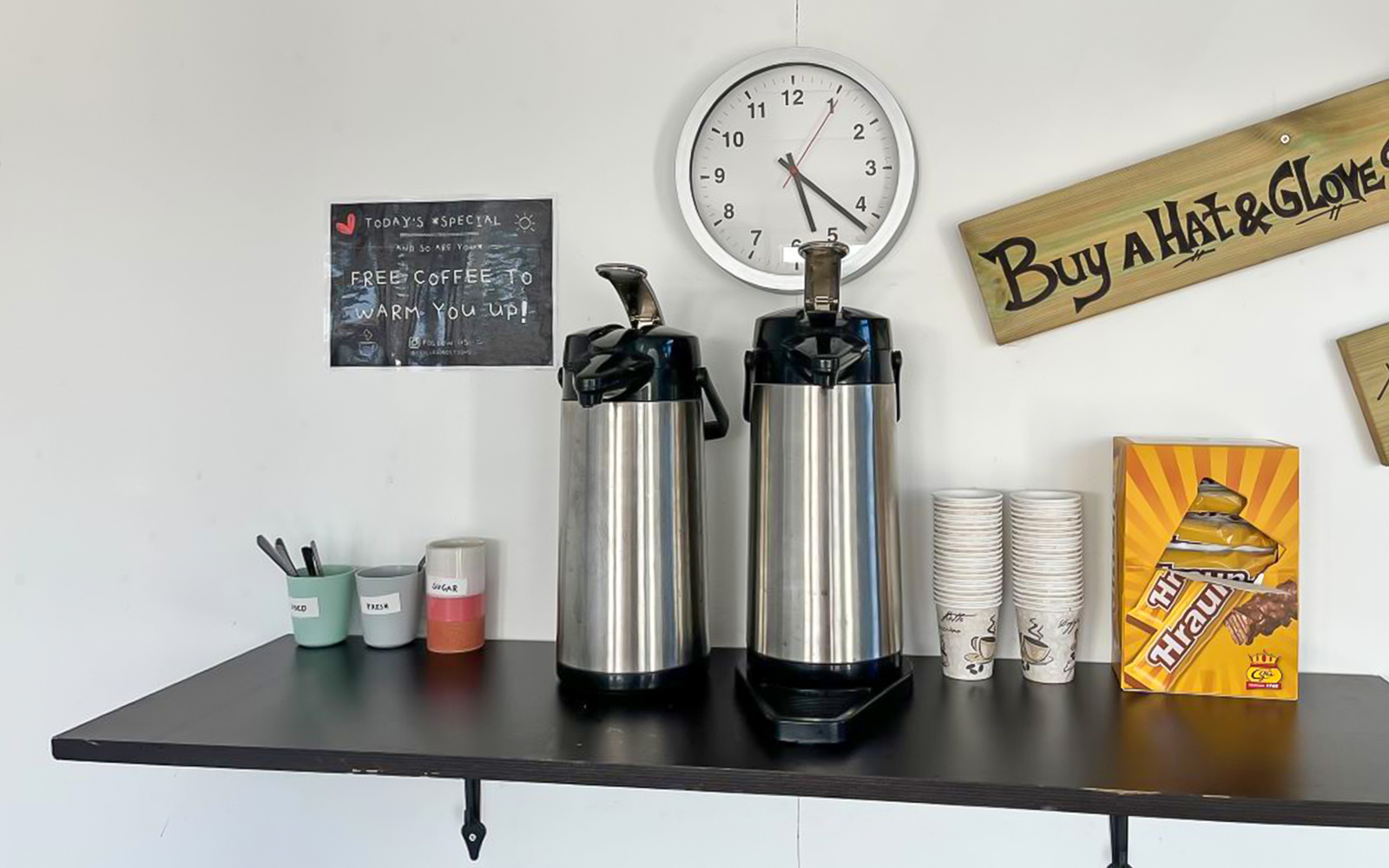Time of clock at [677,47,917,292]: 5:21
